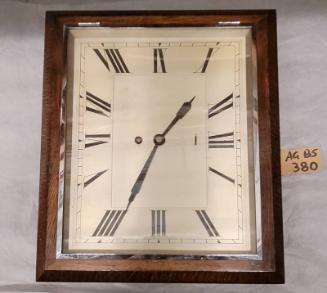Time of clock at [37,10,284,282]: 1:34
